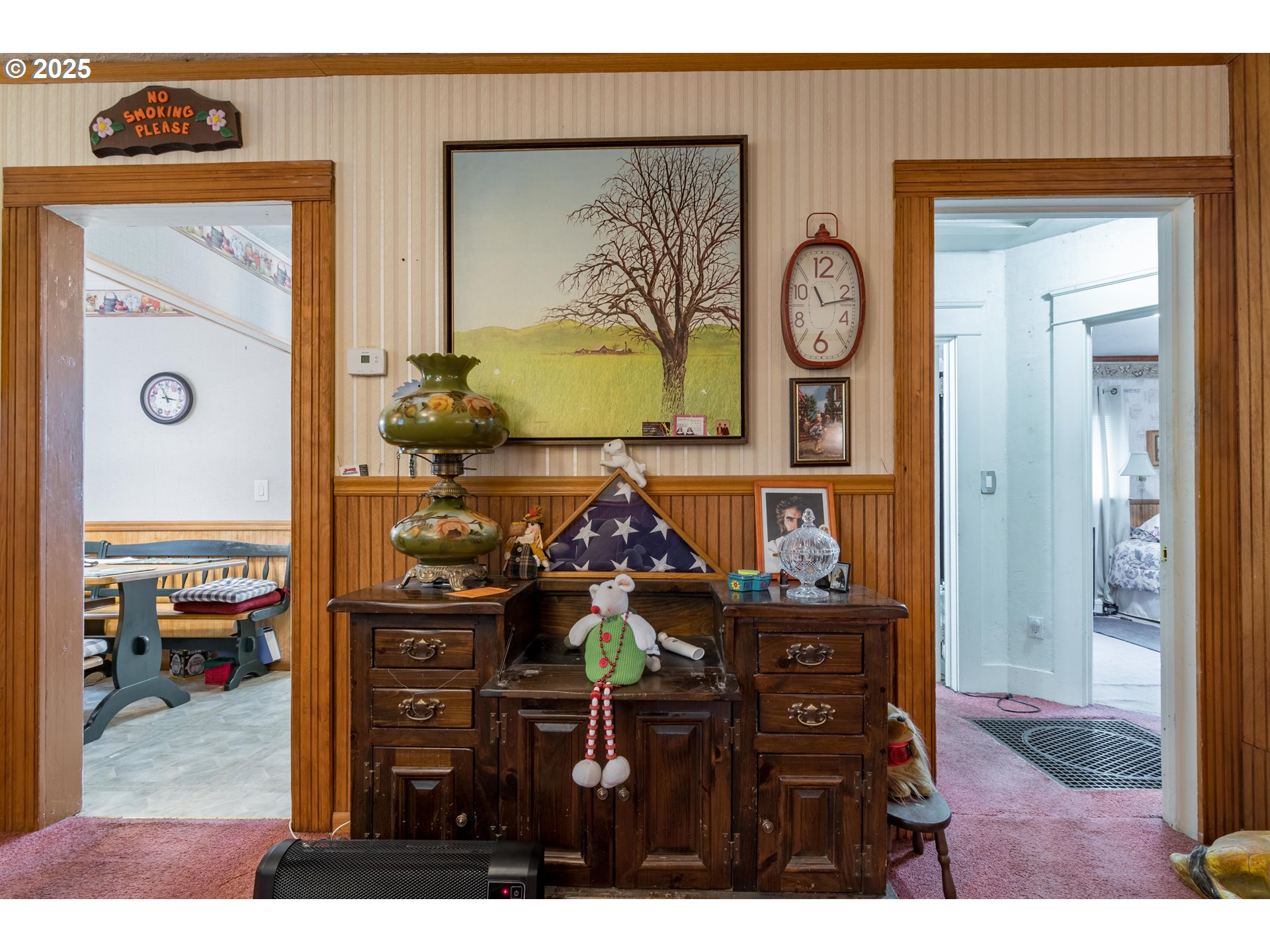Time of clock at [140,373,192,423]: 11:16
